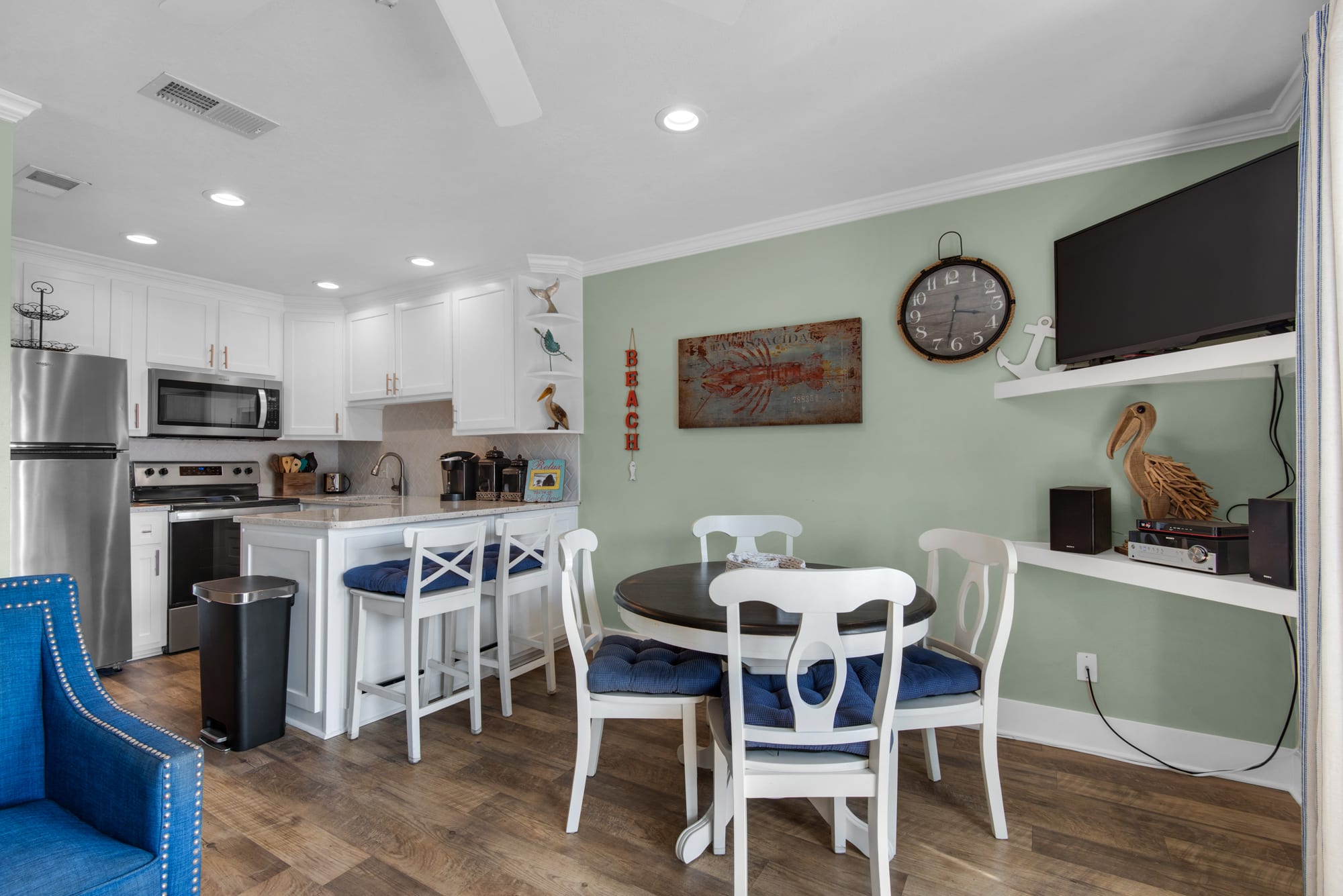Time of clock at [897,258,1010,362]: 3:32
